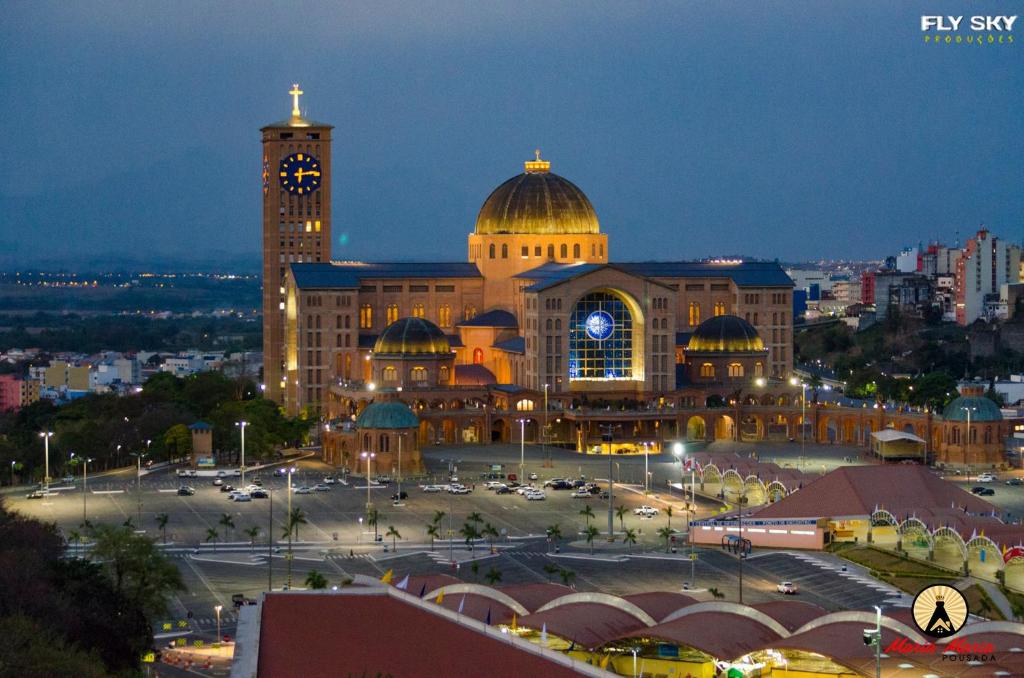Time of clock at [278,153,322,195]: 6:14
